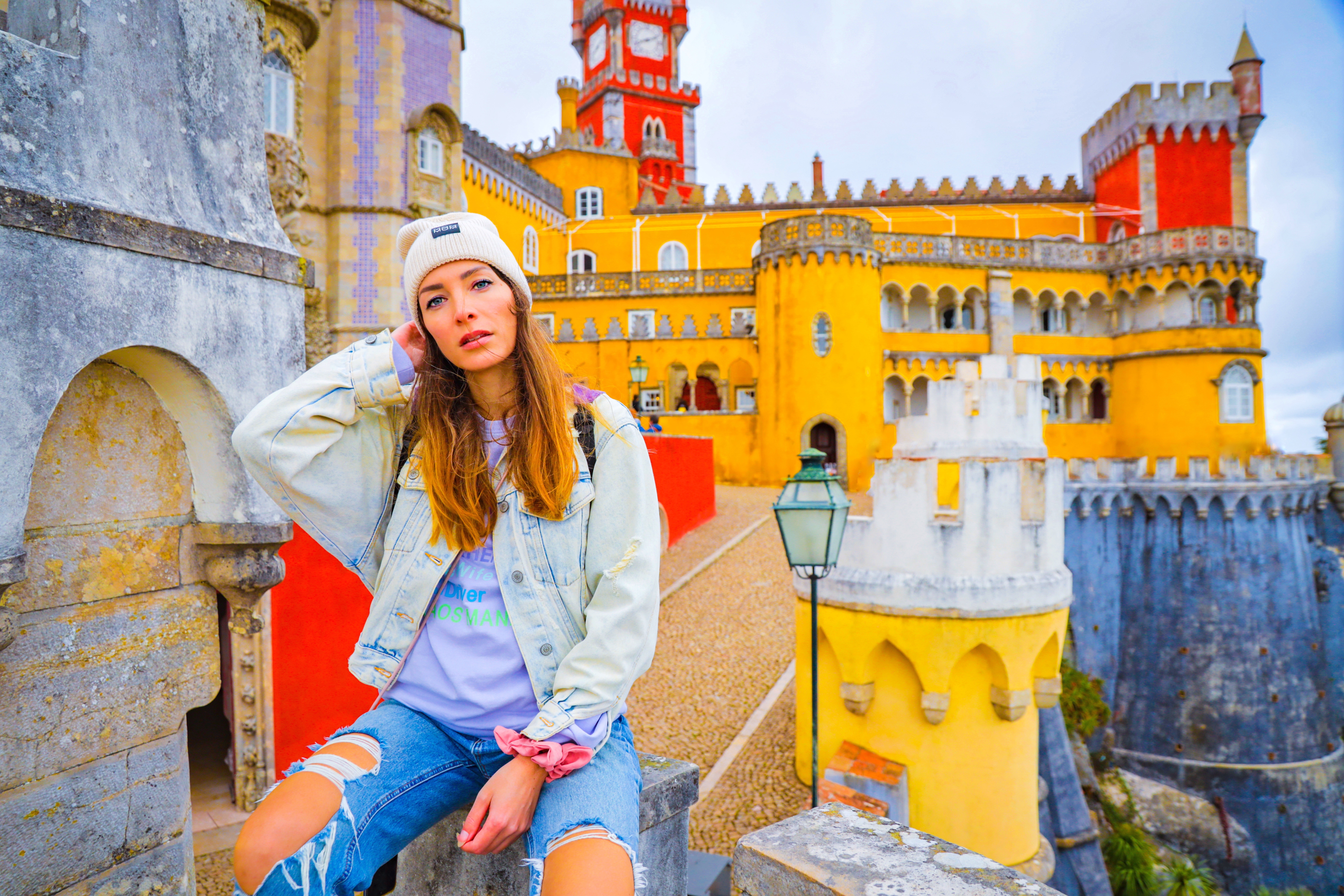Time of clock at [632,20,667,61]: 8:11
